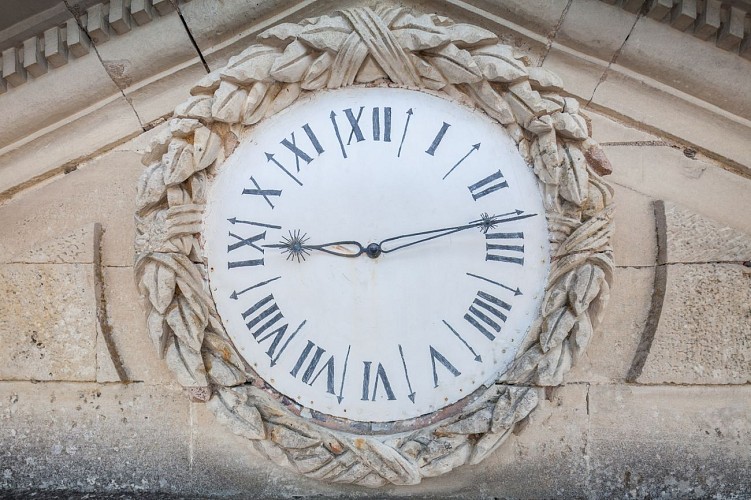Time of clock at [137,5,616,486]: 9:13
